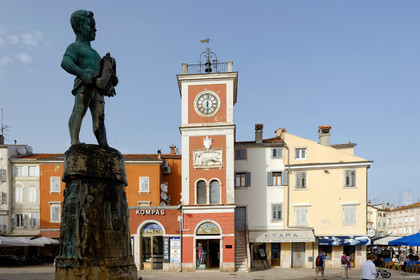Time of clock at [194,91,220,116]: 6:01
